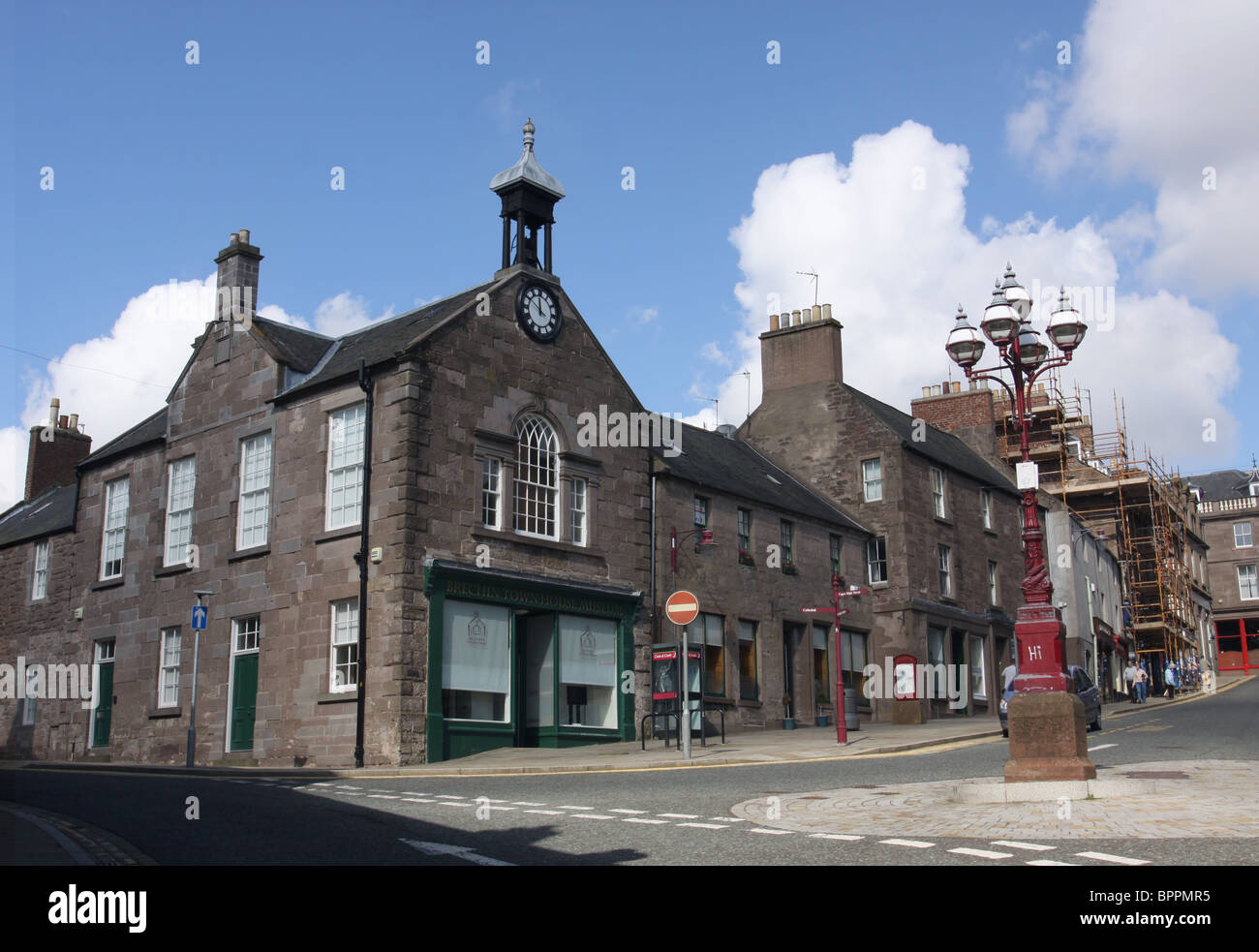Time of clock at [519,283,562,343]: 11:50
